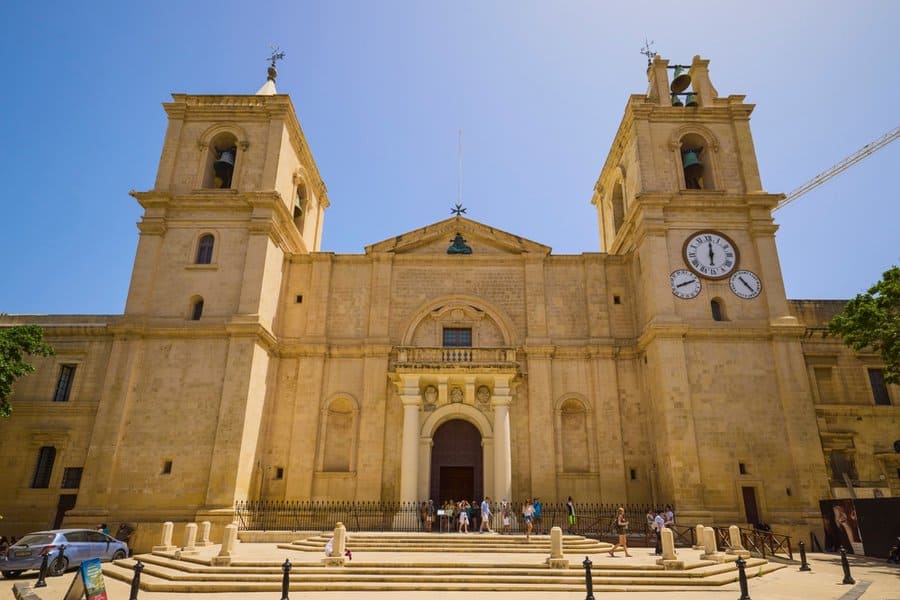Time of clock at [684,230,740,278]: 6:00
